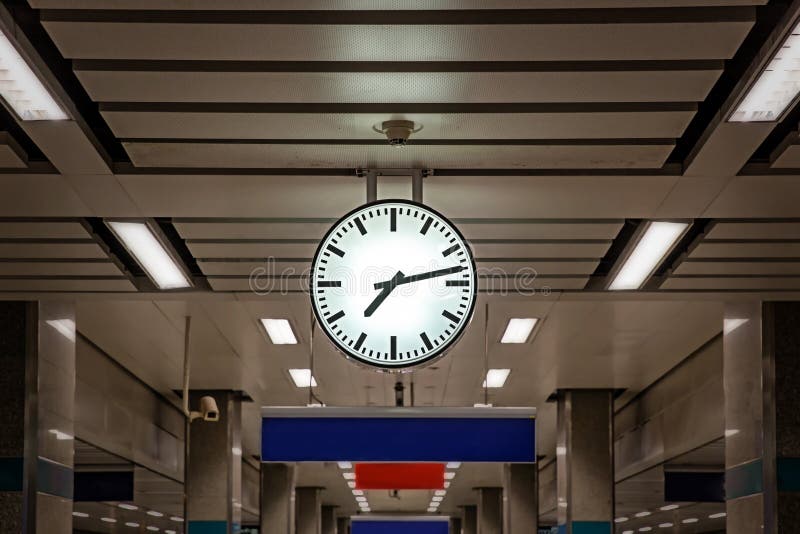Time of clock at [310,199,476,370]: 7:13
